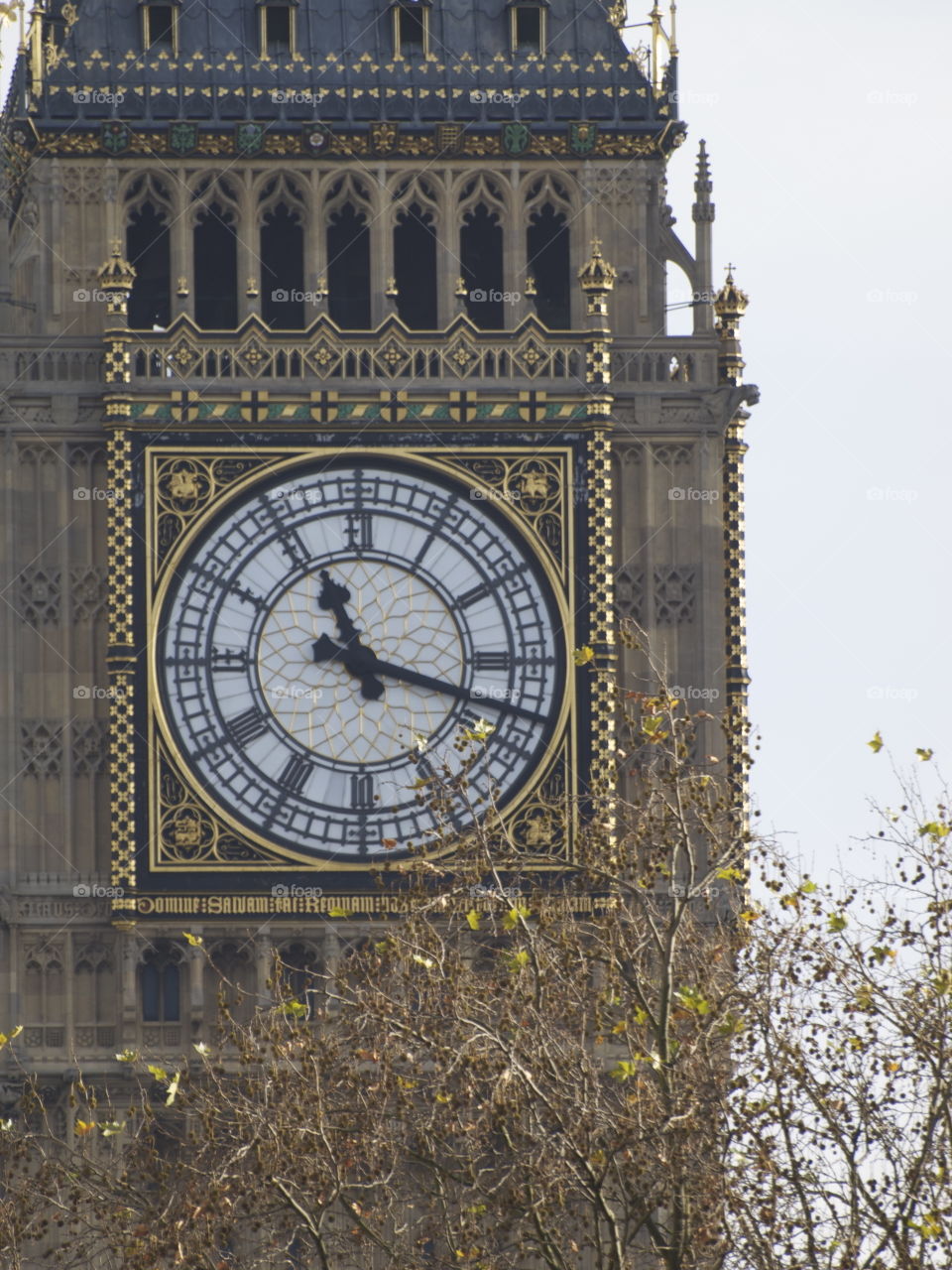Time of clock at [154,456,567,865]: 11:17
